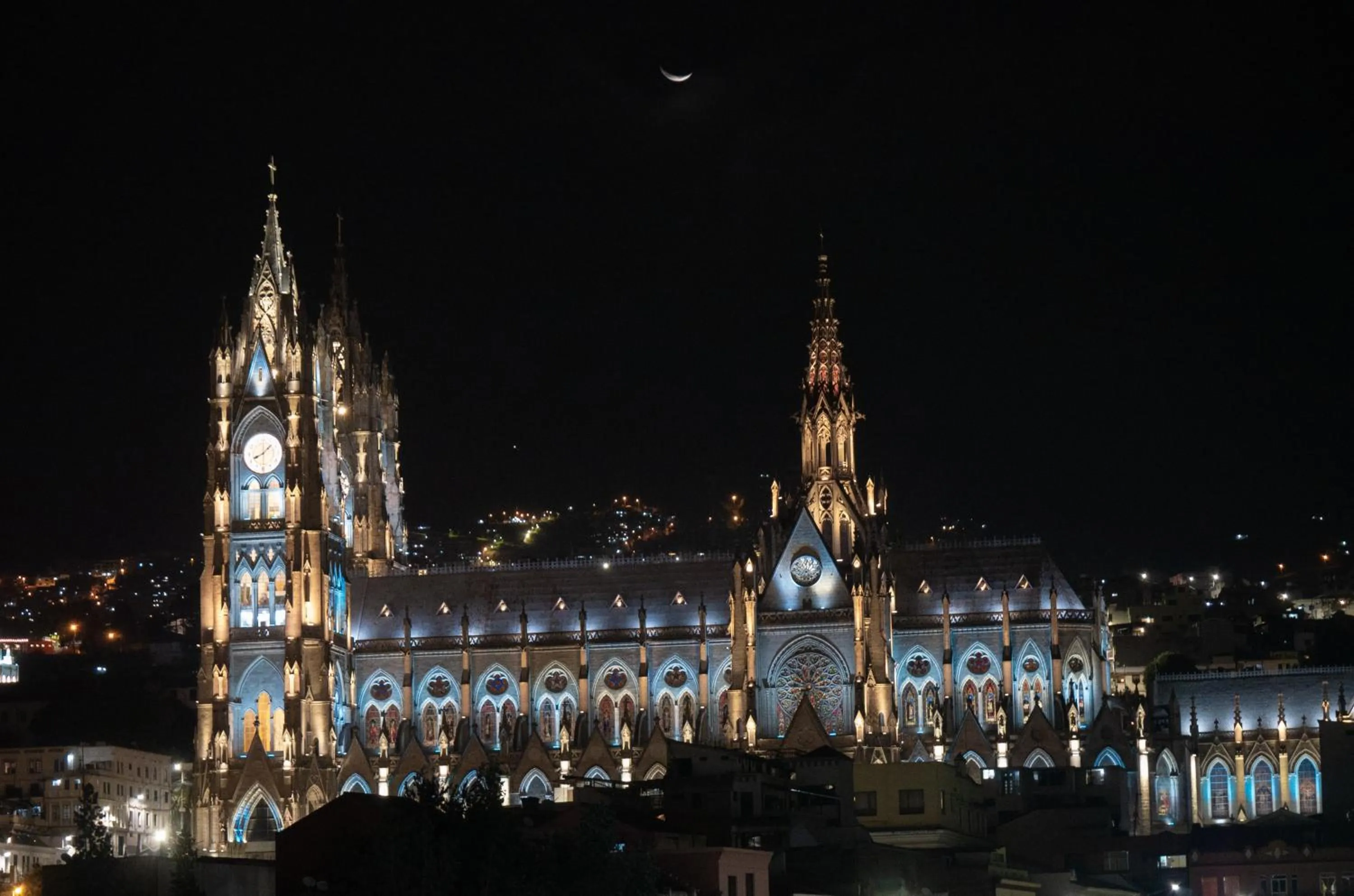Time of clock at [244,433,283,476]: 8:07
